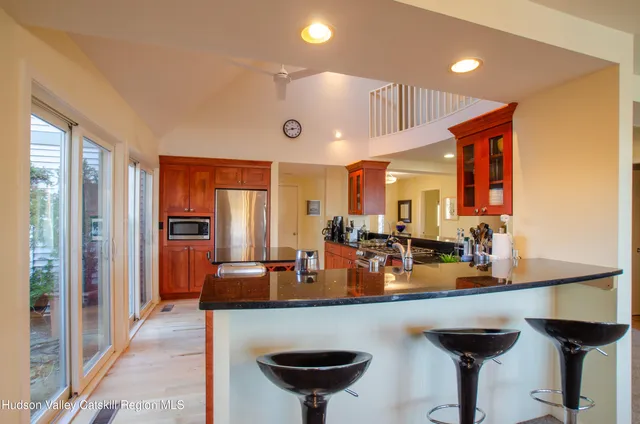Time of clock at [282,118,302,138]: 2:42
